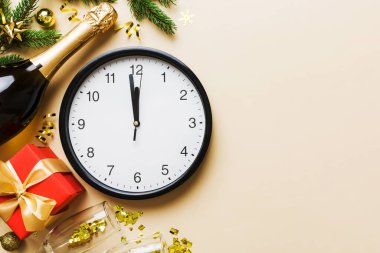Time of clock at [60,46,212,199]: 11:58
